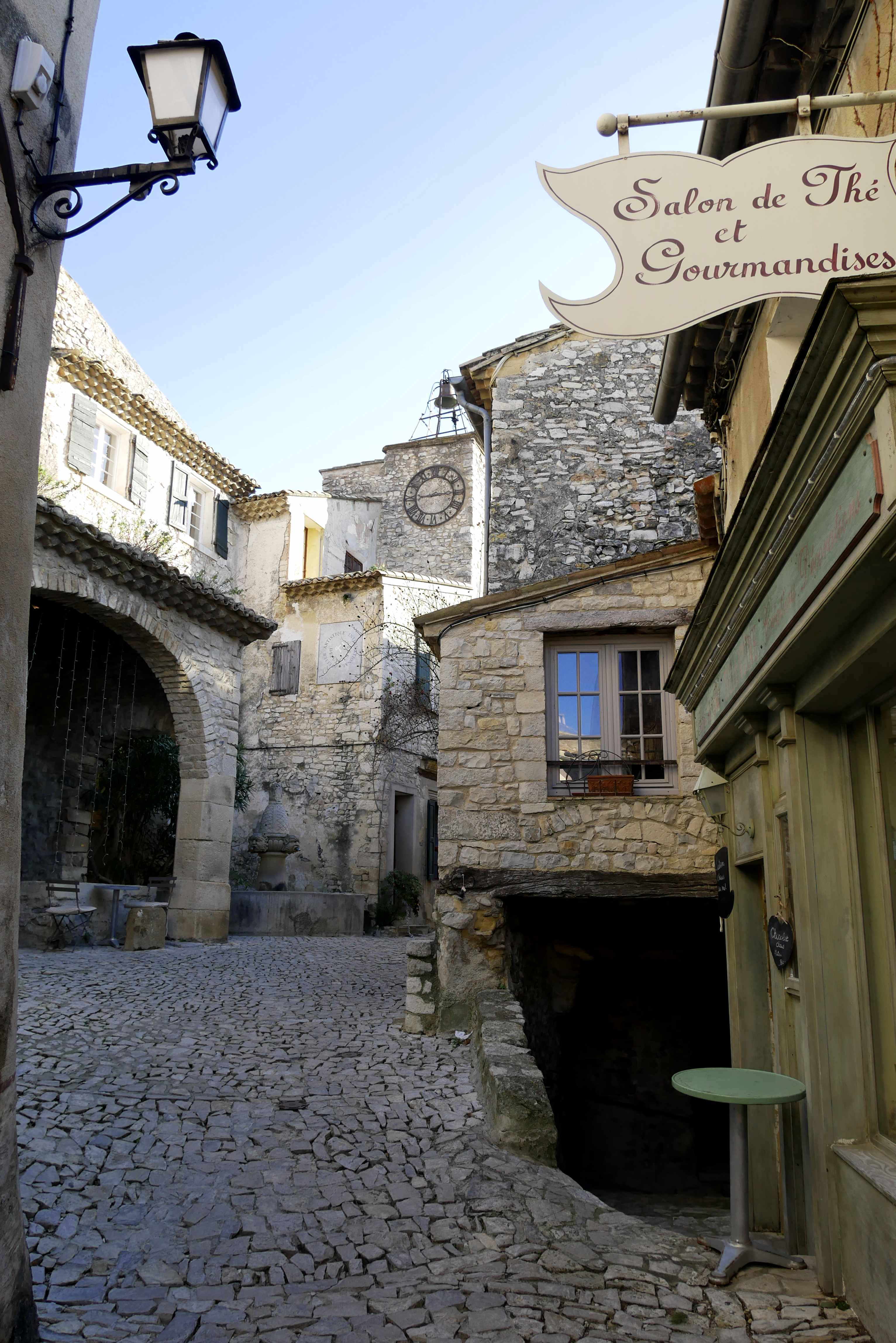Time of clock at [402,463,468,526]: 2:45
